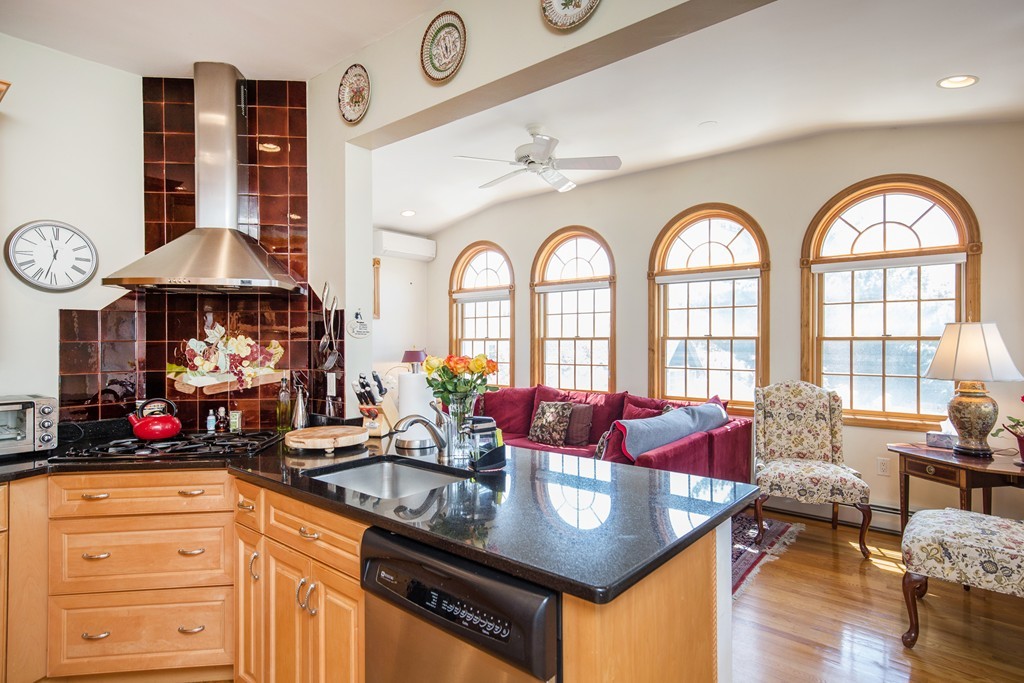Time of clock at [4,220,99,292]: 11:32
